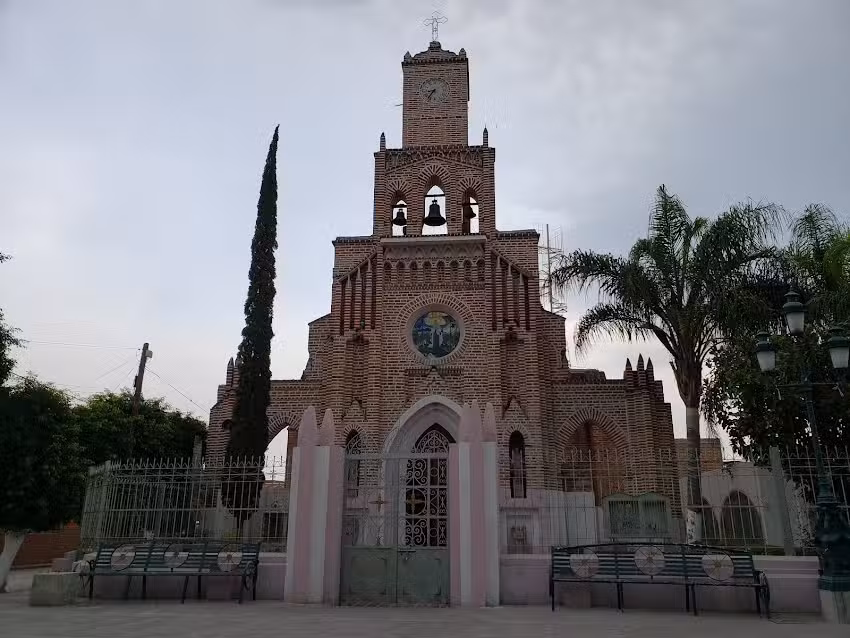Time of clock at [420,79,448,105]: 8:36
